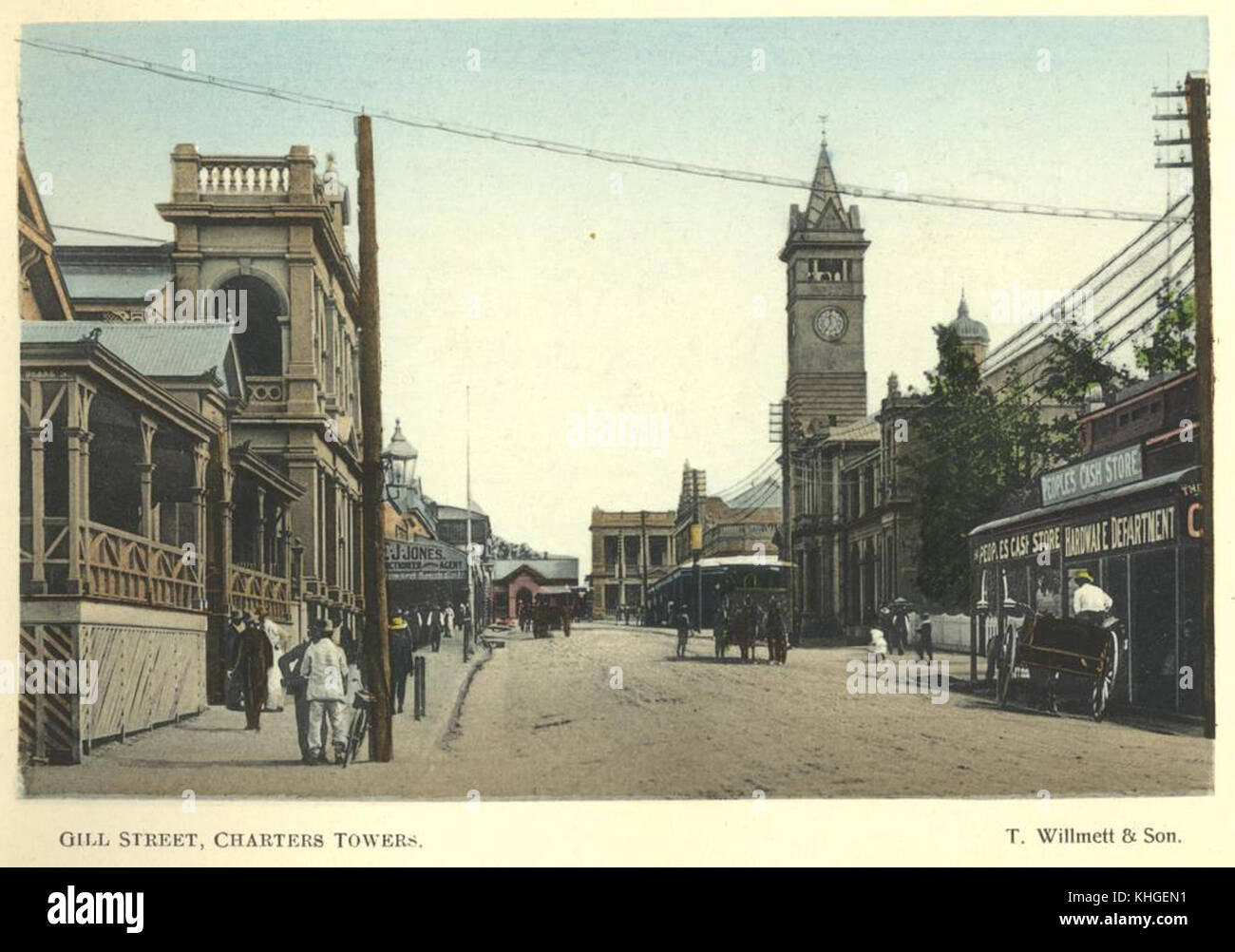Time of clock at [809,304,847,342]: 11:35
